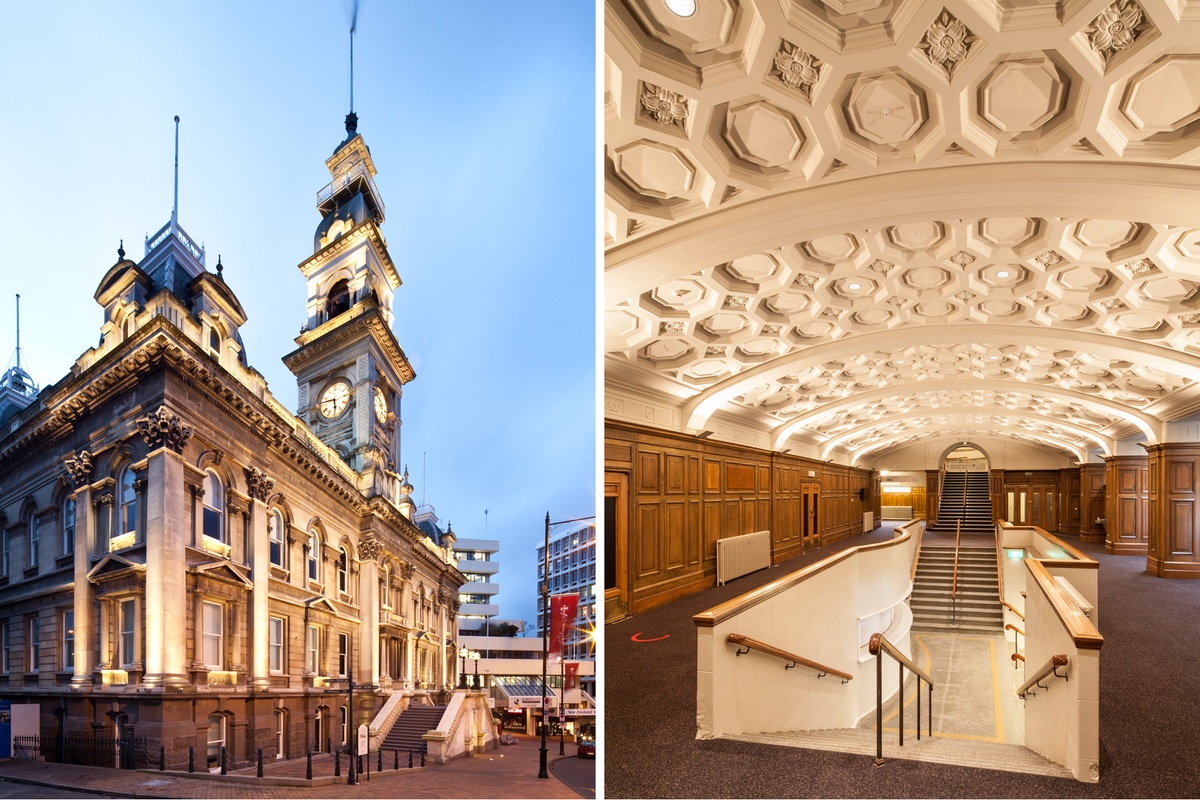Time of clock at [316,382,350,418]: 5:46
